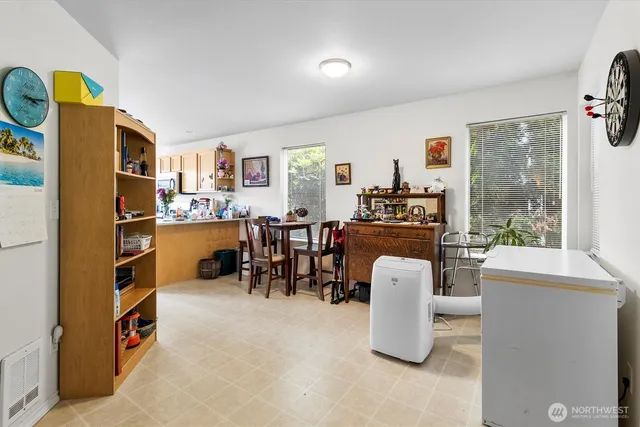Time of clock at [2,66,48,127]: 3:13
